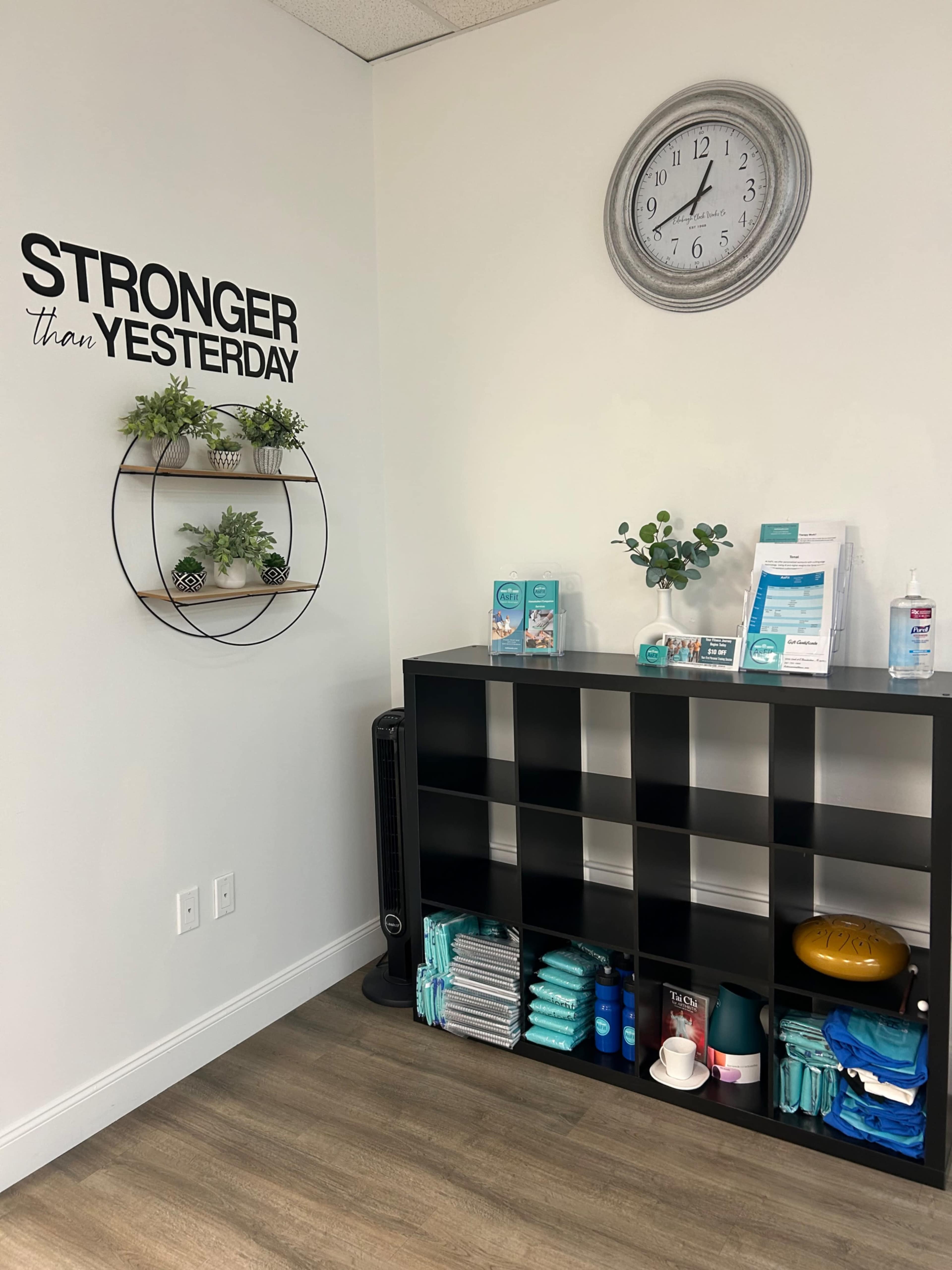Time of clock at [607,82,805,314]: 12:41
